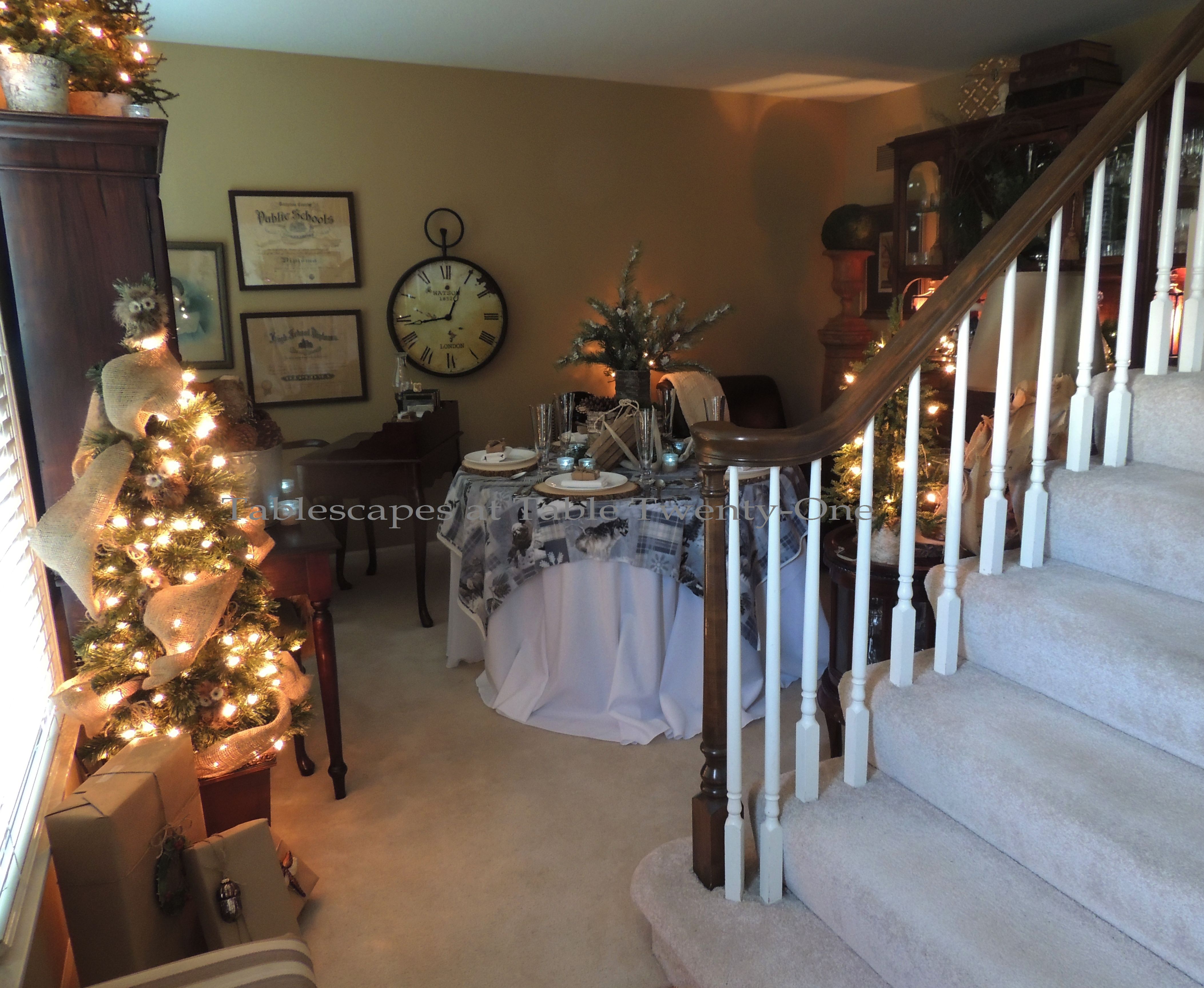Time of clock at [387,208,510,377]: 12:43
